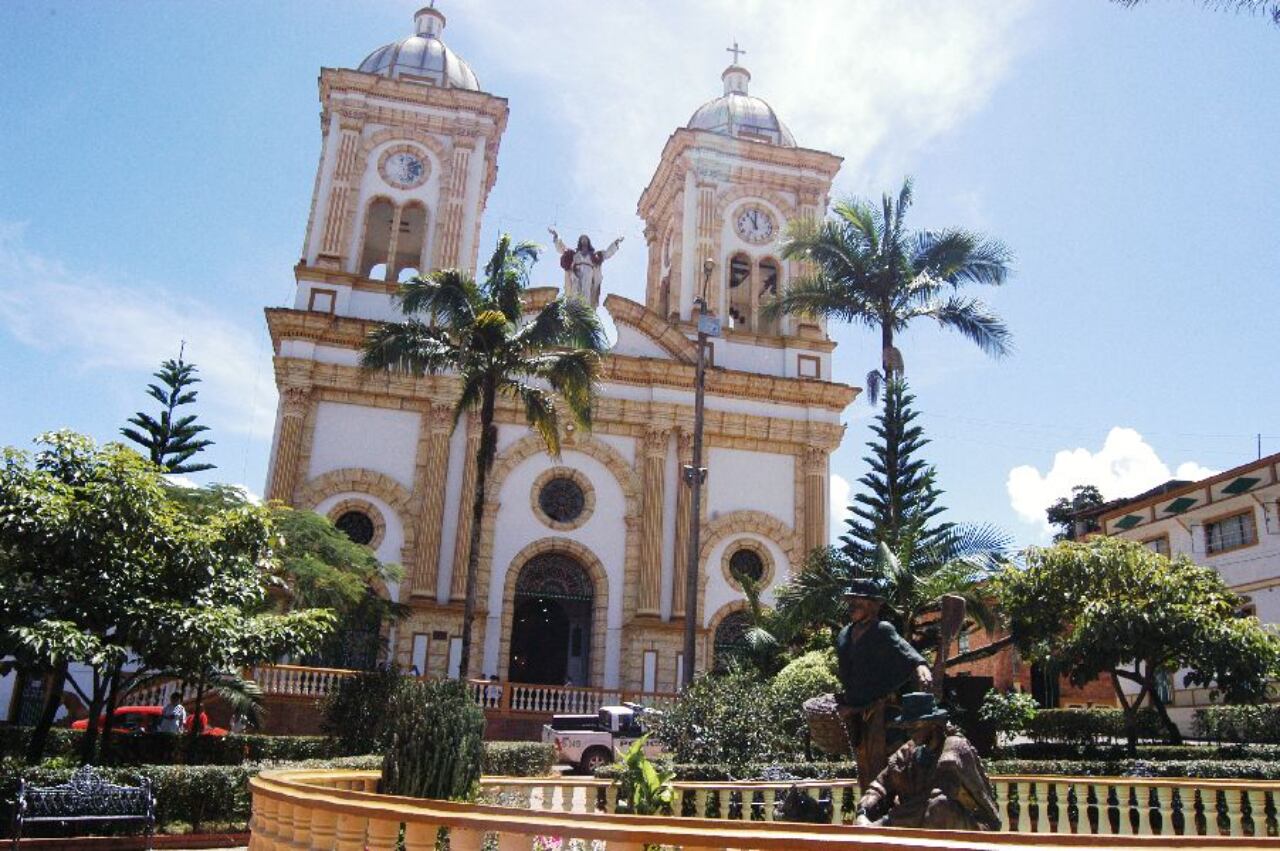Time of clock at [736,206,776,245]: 11:00
